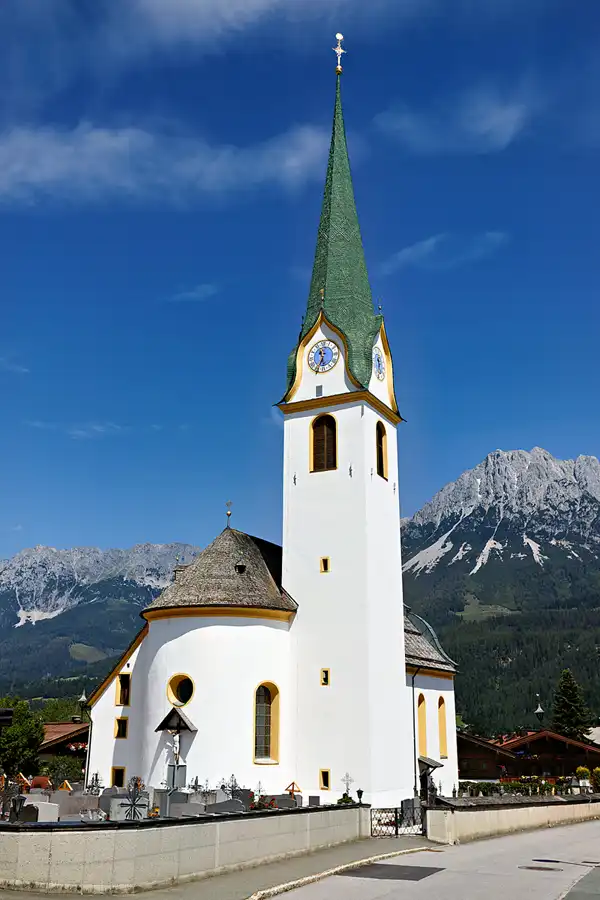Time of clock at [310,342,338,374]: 11:34
